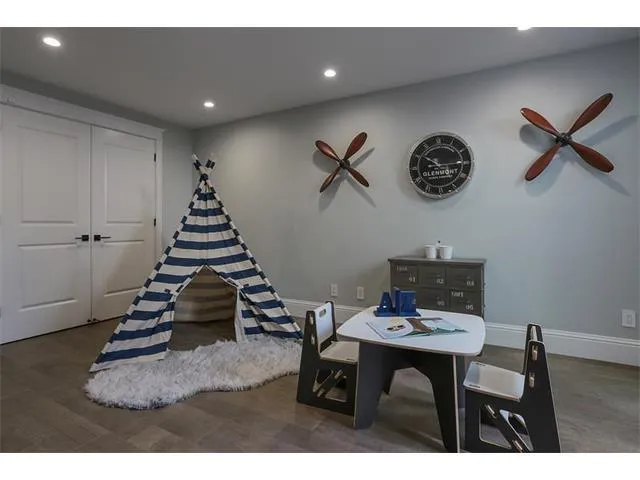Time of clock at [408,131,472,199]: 10:14
